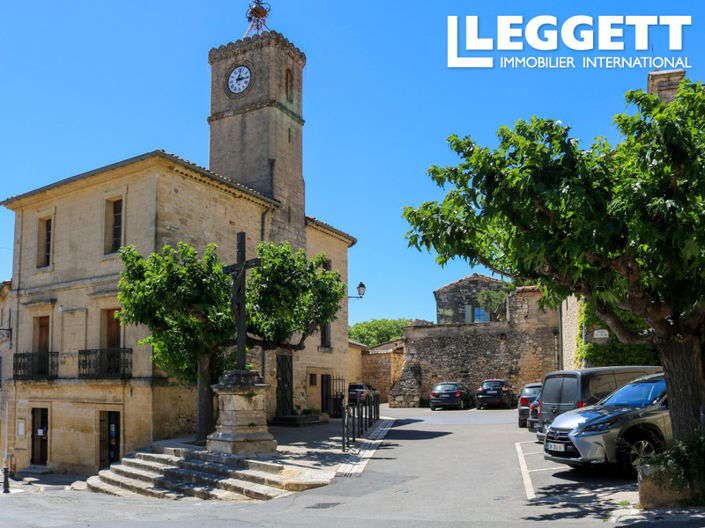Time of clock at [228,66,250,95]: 3:02
